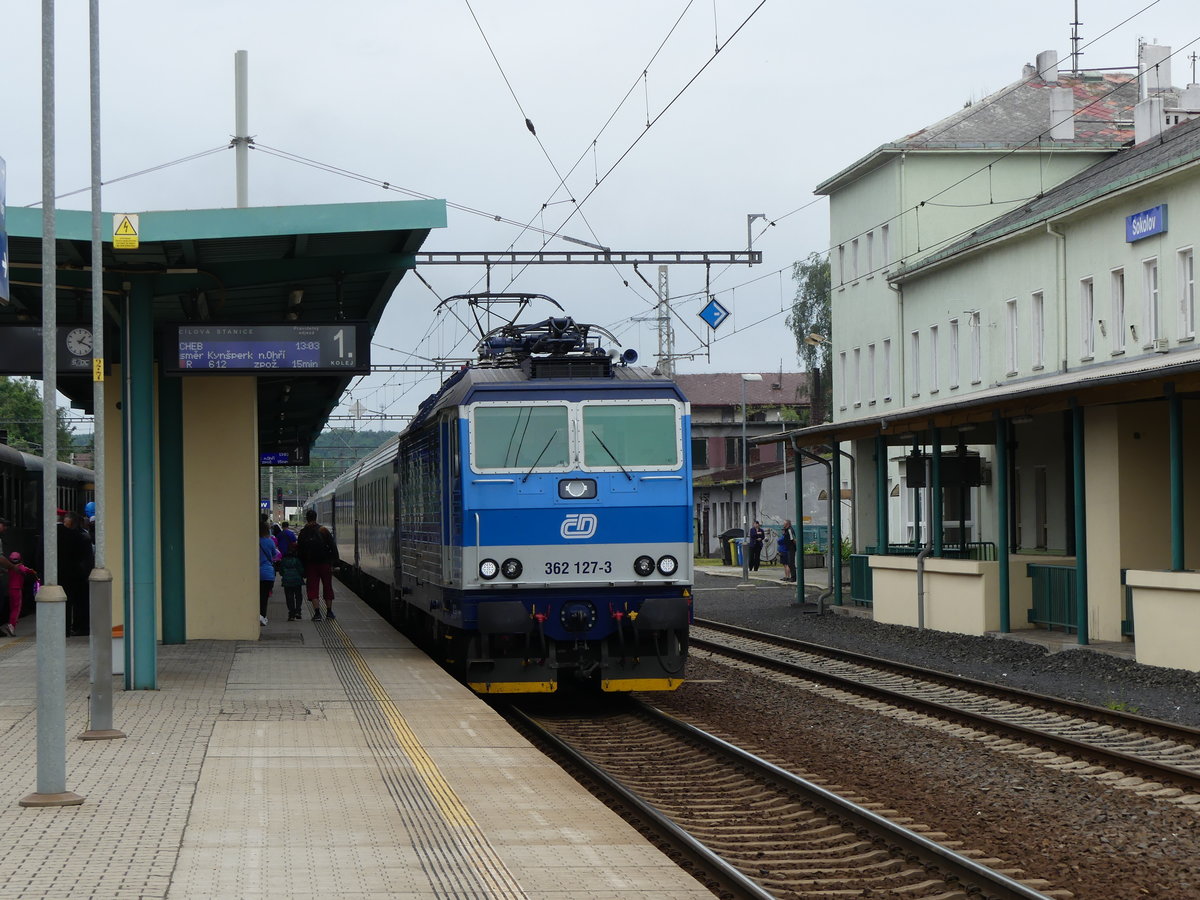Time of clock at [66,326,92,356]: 1:18
